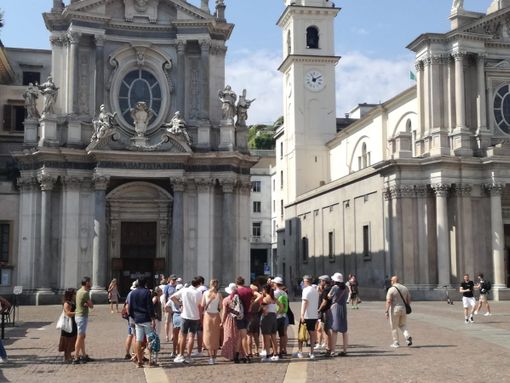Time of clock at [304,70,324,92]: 11:09
